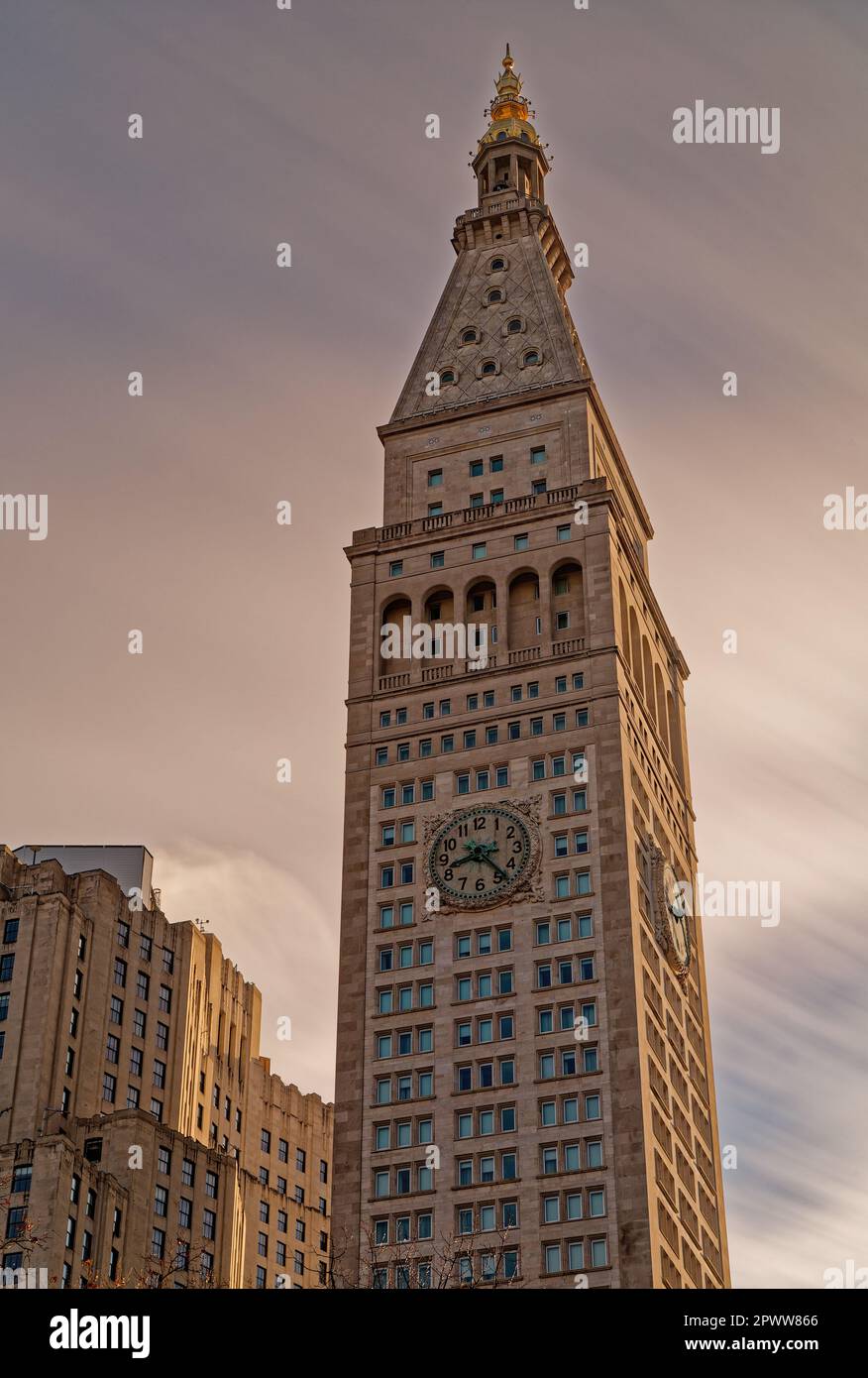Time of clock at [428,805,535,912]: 8:23
